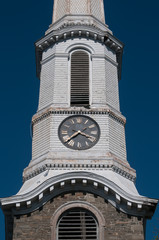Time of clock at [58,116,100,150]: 3:38
